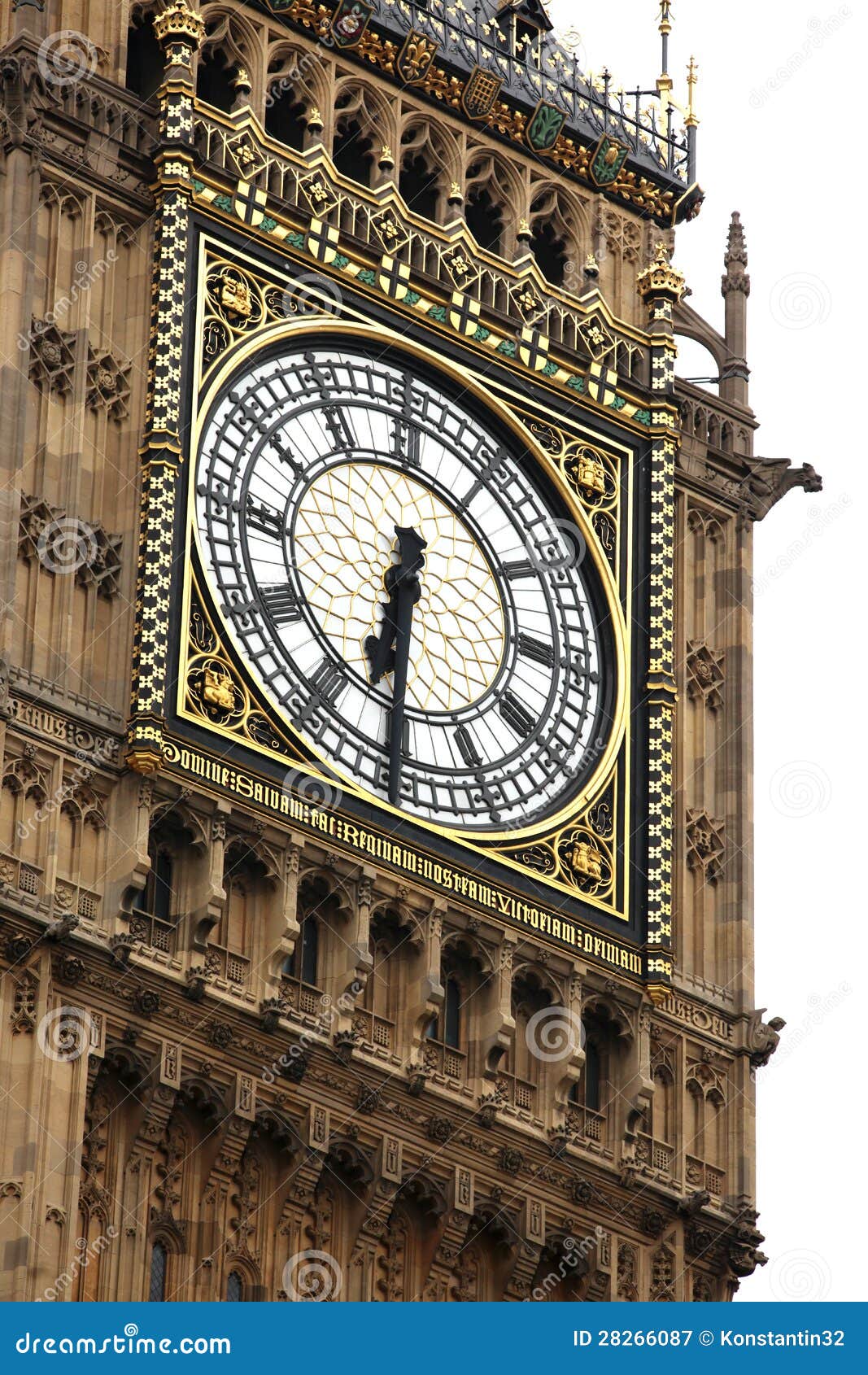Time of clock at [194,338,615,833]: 6:30
